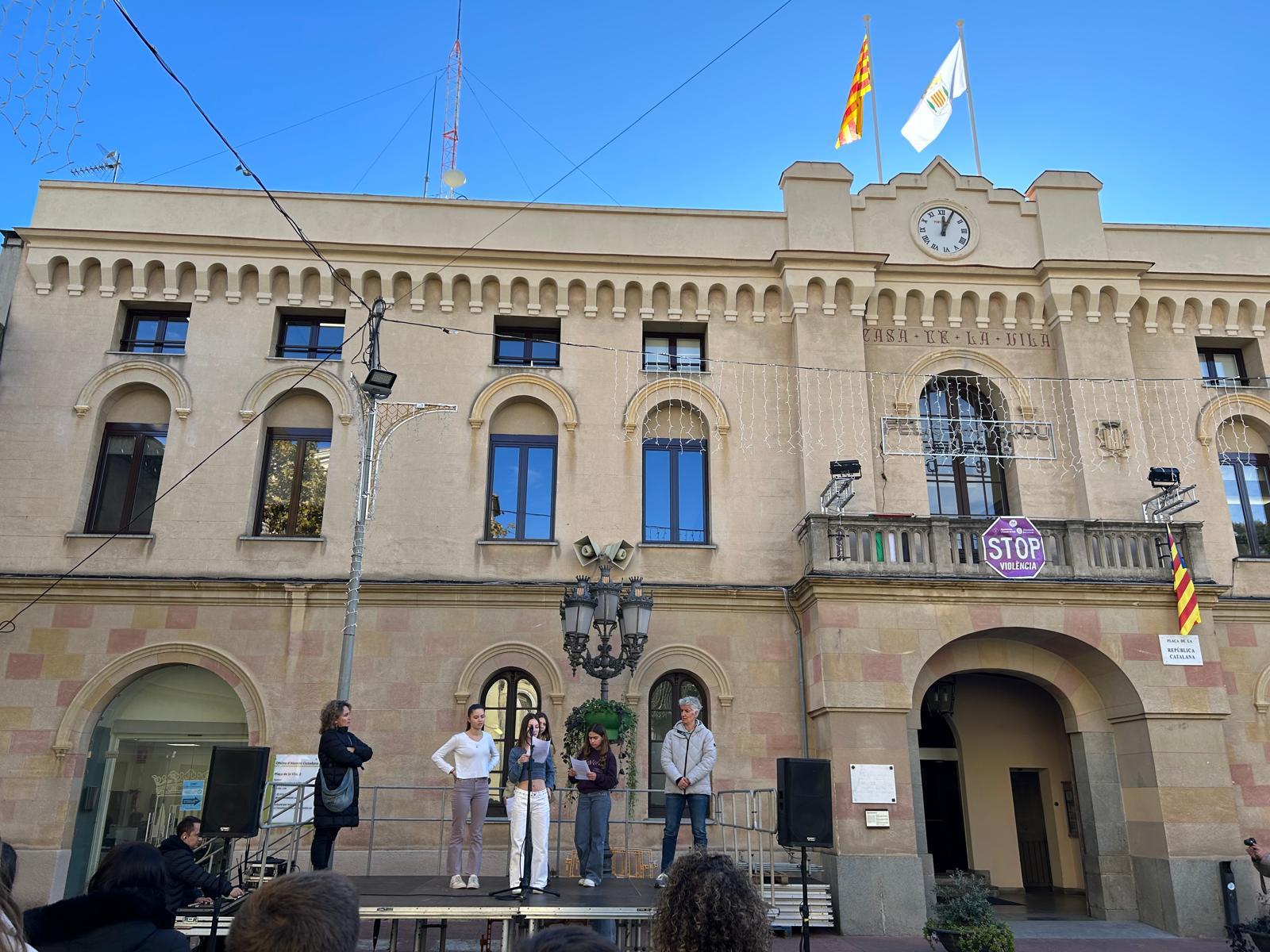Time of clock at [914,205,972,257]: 12:04
